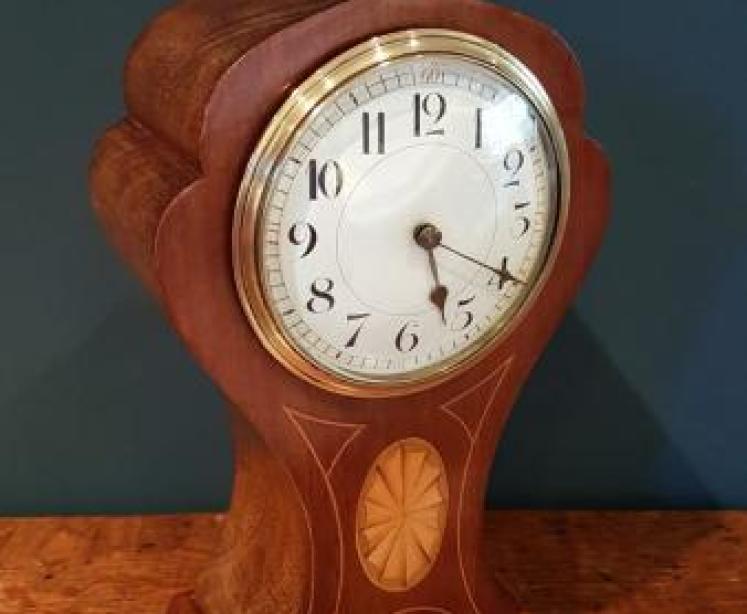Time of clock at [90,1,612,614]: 5:19
